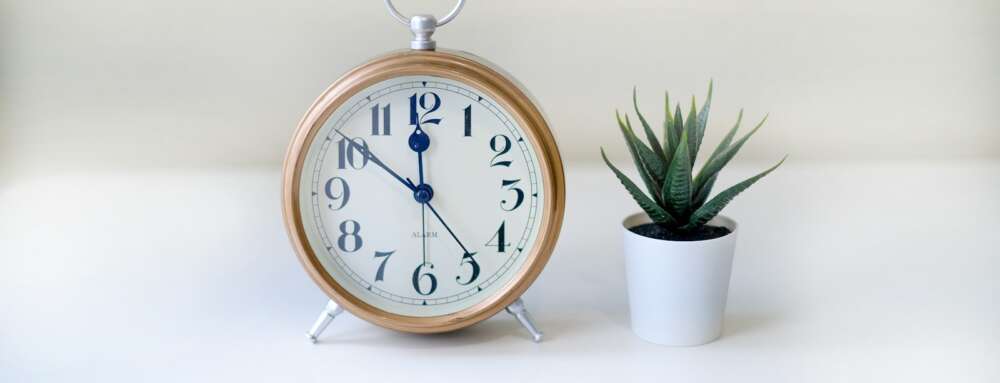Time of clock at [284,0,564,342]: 11:50
